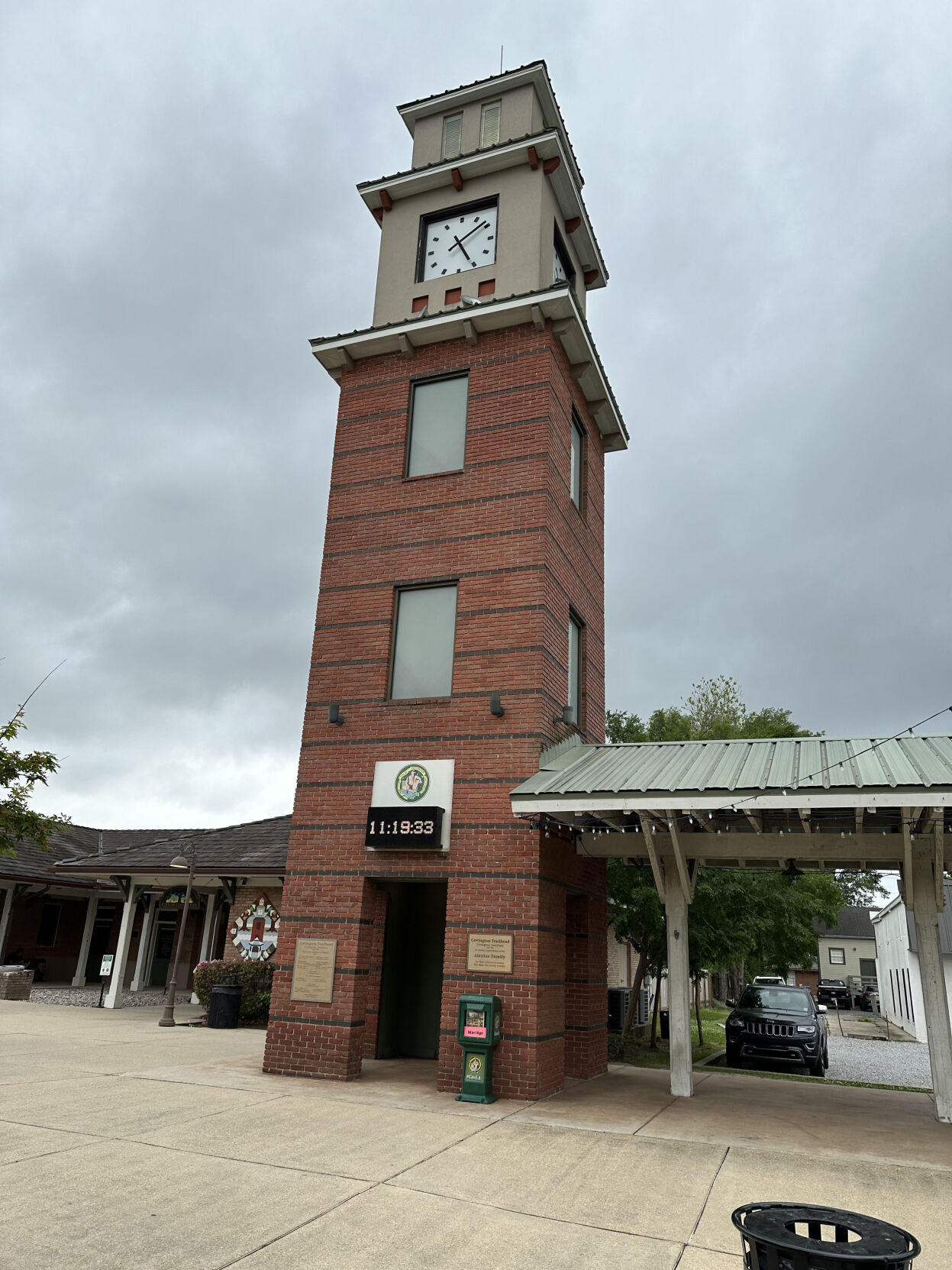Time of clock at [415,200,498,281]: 5:08
